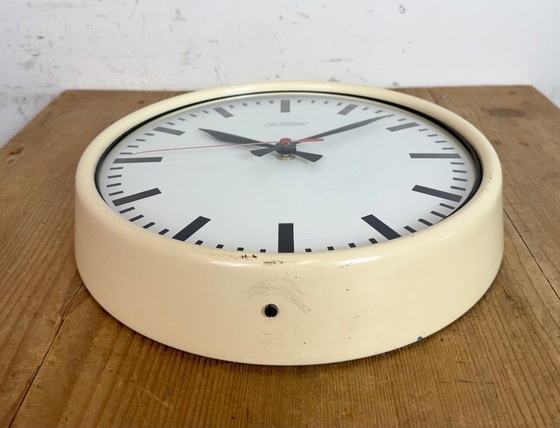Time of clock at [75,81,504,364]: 10:08
